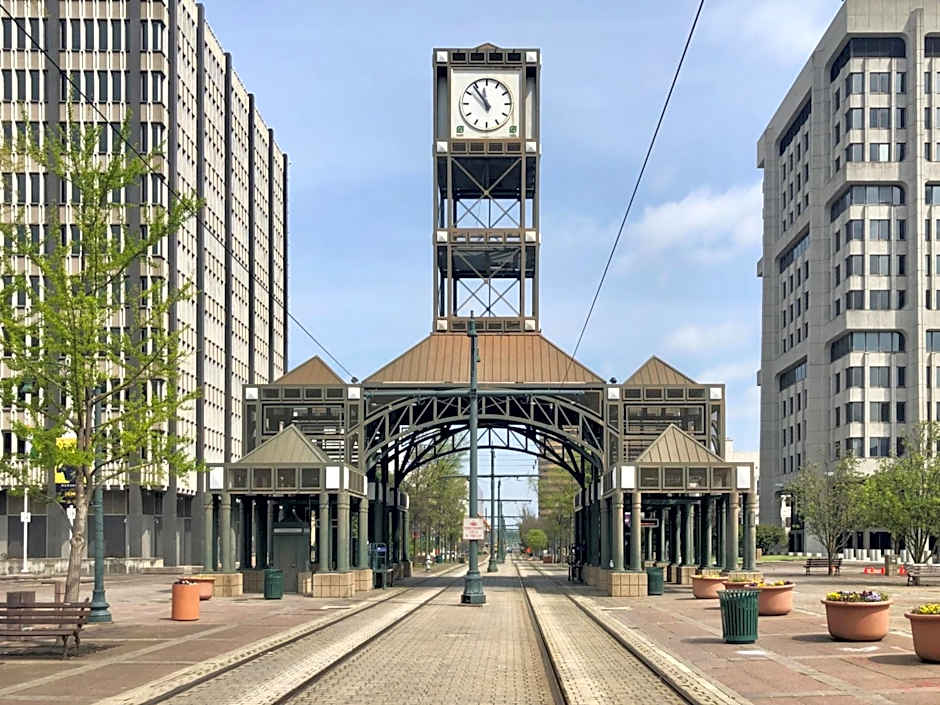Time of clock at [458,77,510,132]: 11:53
